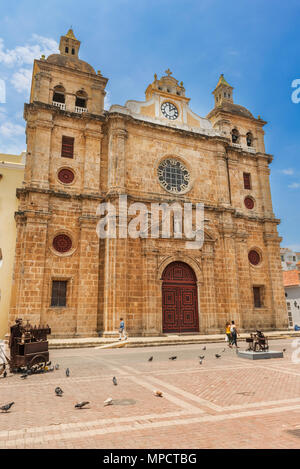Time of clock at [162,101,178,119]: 12:09
